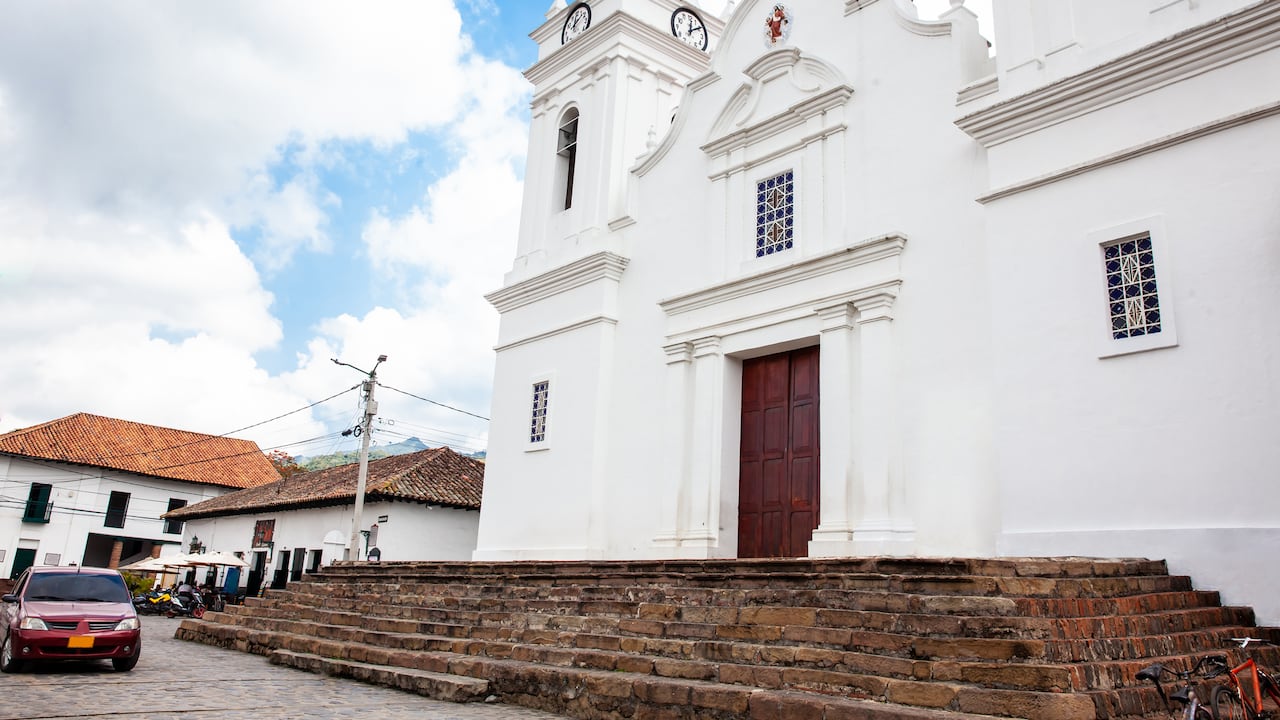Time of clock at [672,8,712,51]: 12:09
